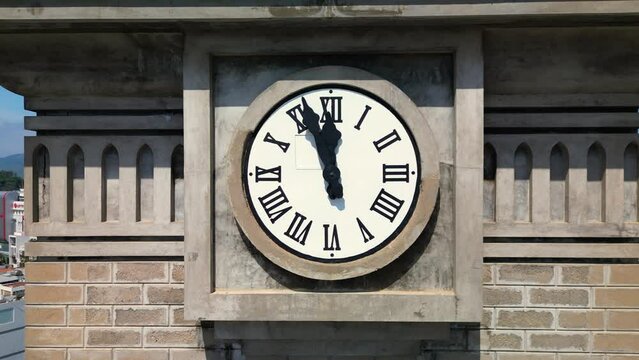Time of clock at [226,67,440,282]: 11:56
